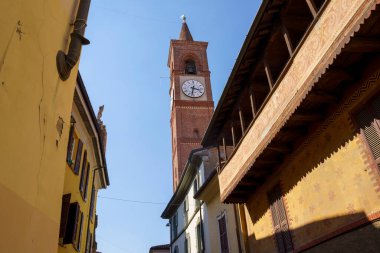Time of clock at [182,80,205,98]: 3:32
